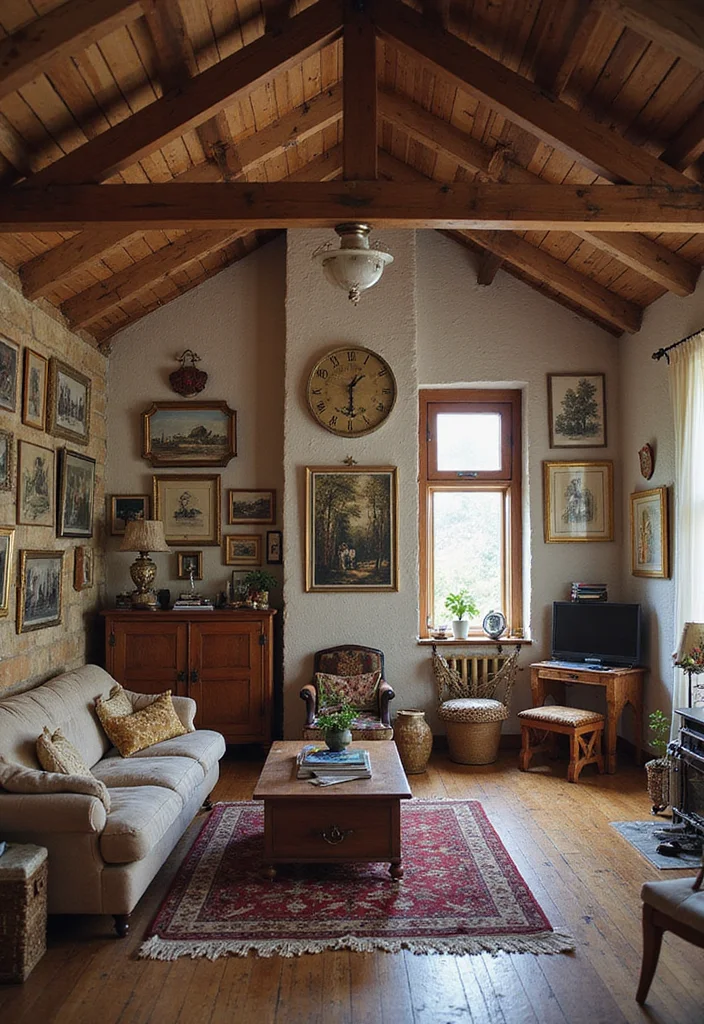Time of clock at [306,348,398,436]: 1:29
